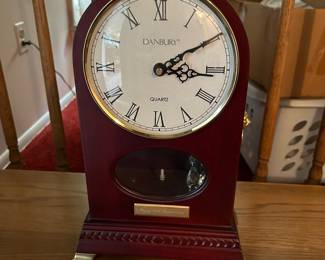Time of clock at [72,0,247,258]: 3:09
